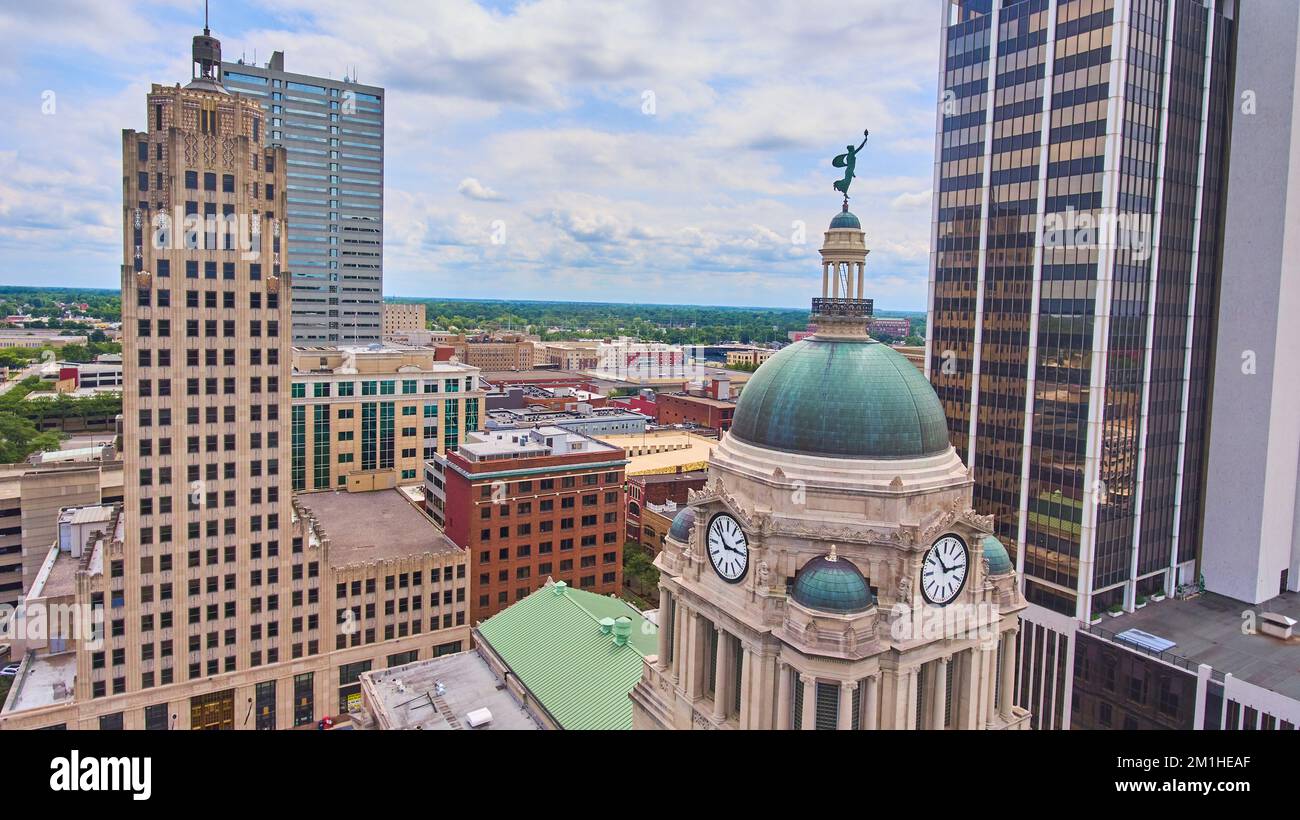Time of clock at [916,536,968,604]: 2:53
